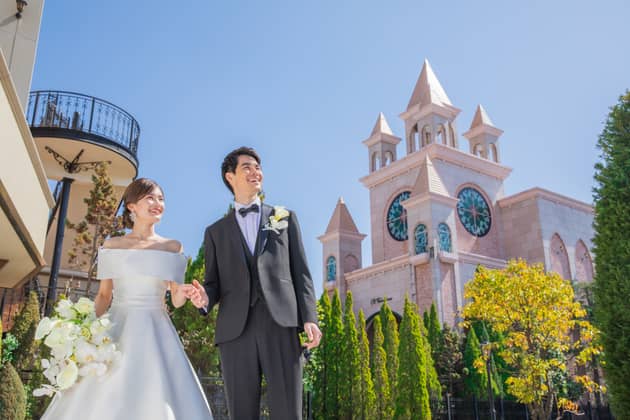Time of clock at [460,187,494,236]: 6:14
